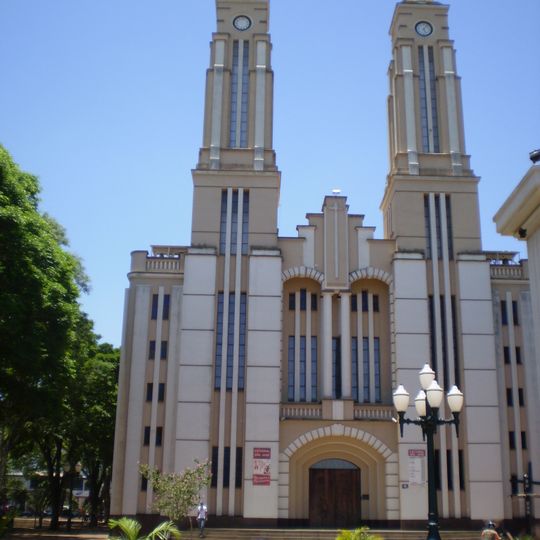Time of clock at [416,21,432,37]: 5:06
